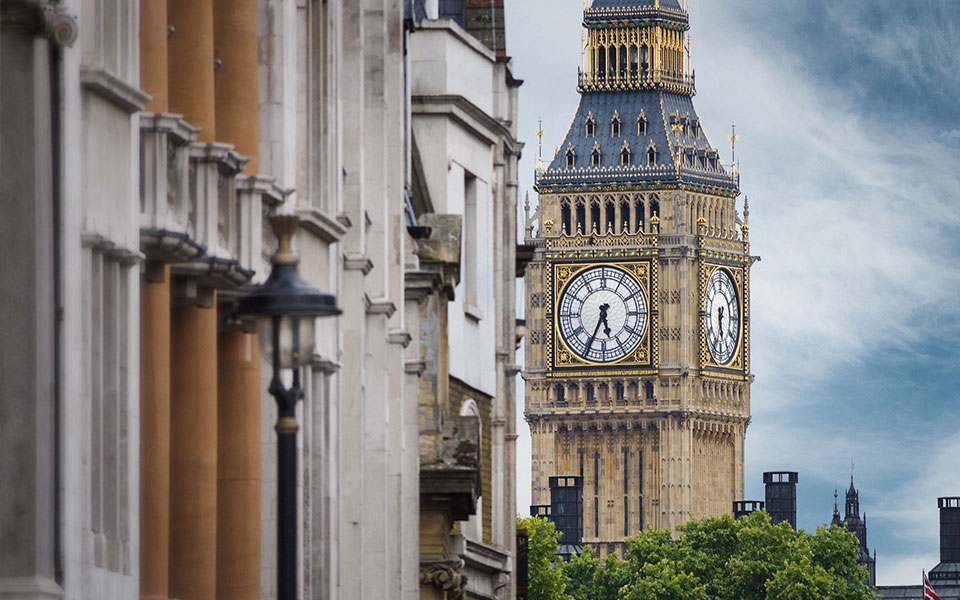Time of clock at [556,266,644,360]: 5:34
